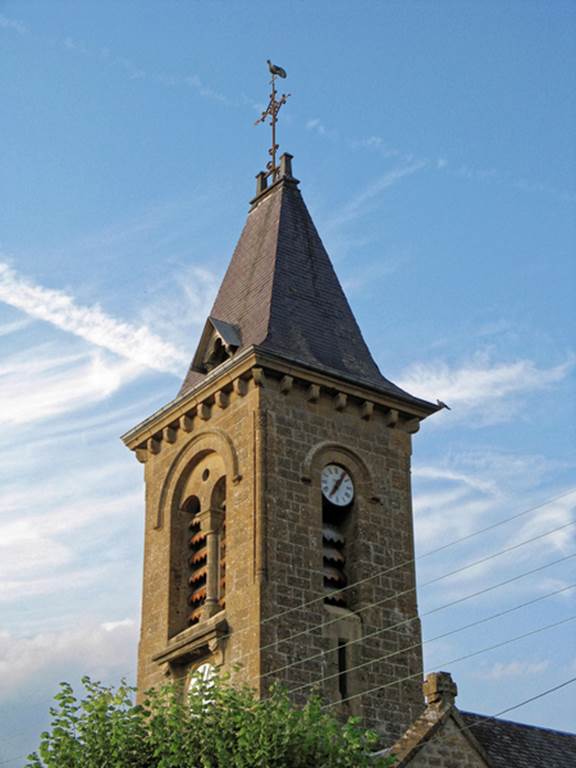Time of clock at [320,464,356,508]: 7:06
